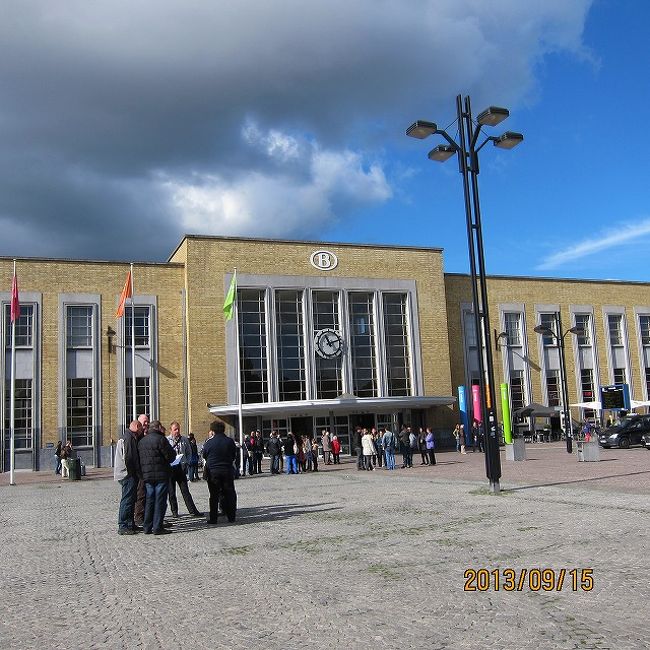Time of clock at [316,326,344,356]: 11:12
